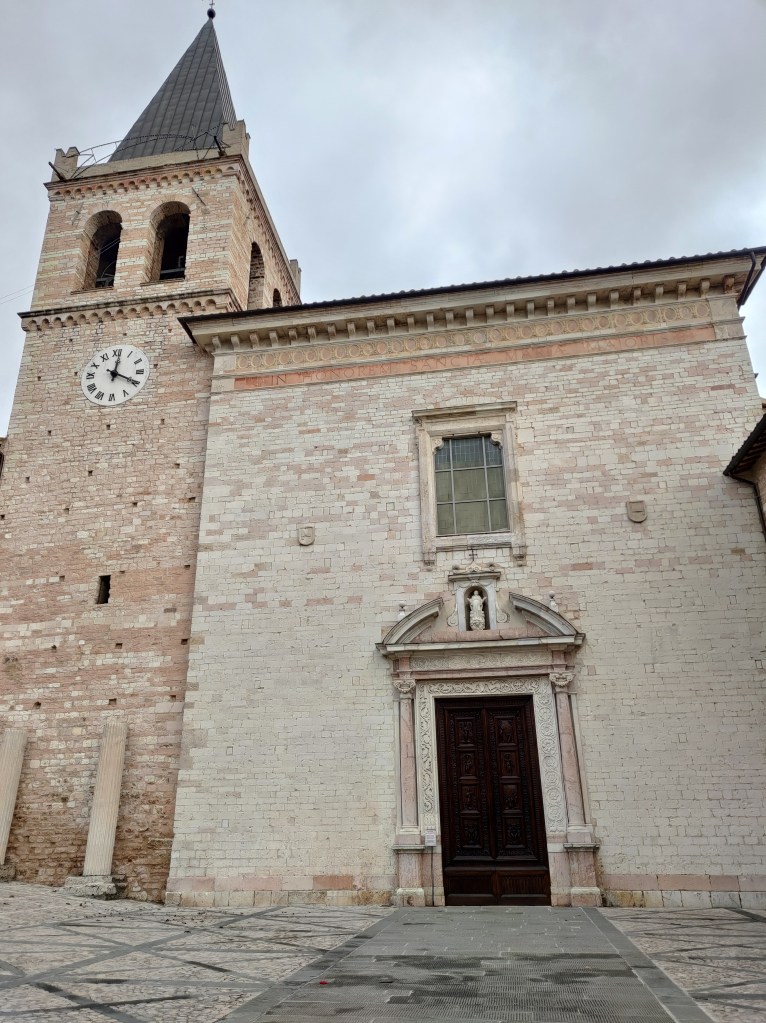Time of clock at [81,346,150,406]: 12:19
